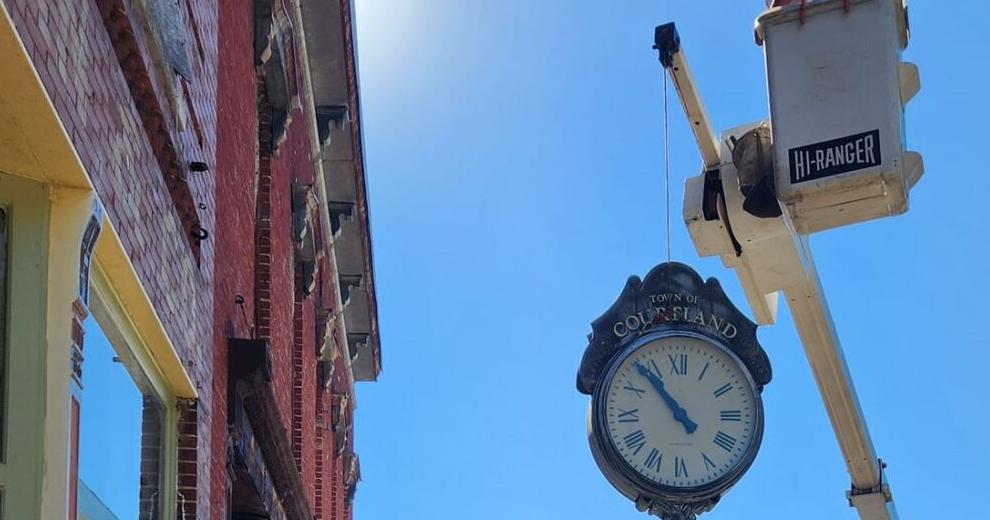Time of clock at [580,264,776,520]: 10:53
